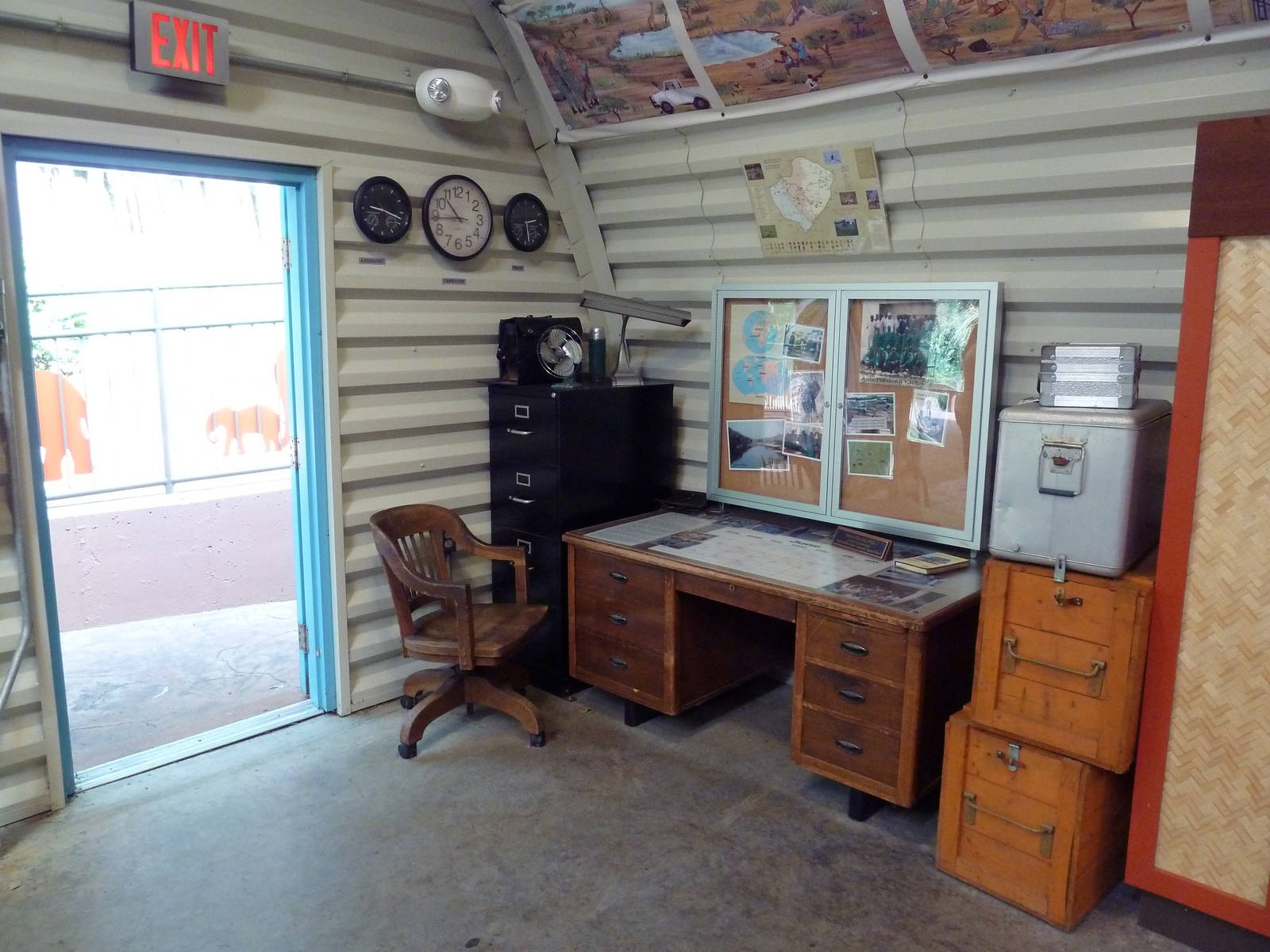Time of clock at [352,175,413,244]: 9:18
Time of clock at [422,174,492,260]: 10:44
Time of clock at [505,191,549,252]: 2:28
